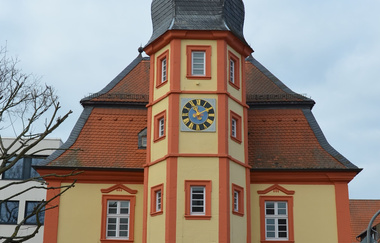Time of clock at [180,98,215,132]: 11:09
